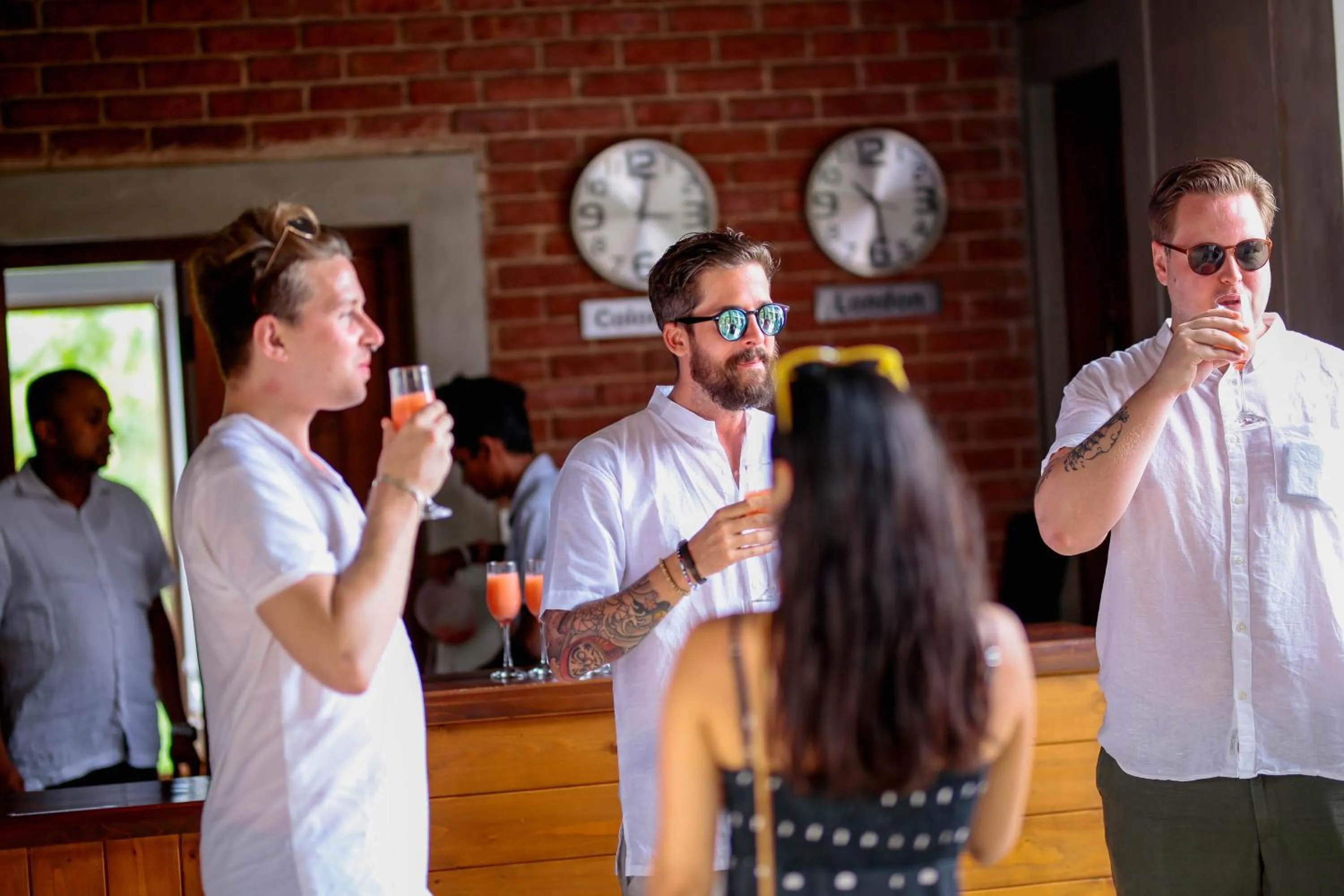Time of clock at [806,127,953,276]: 10:28
